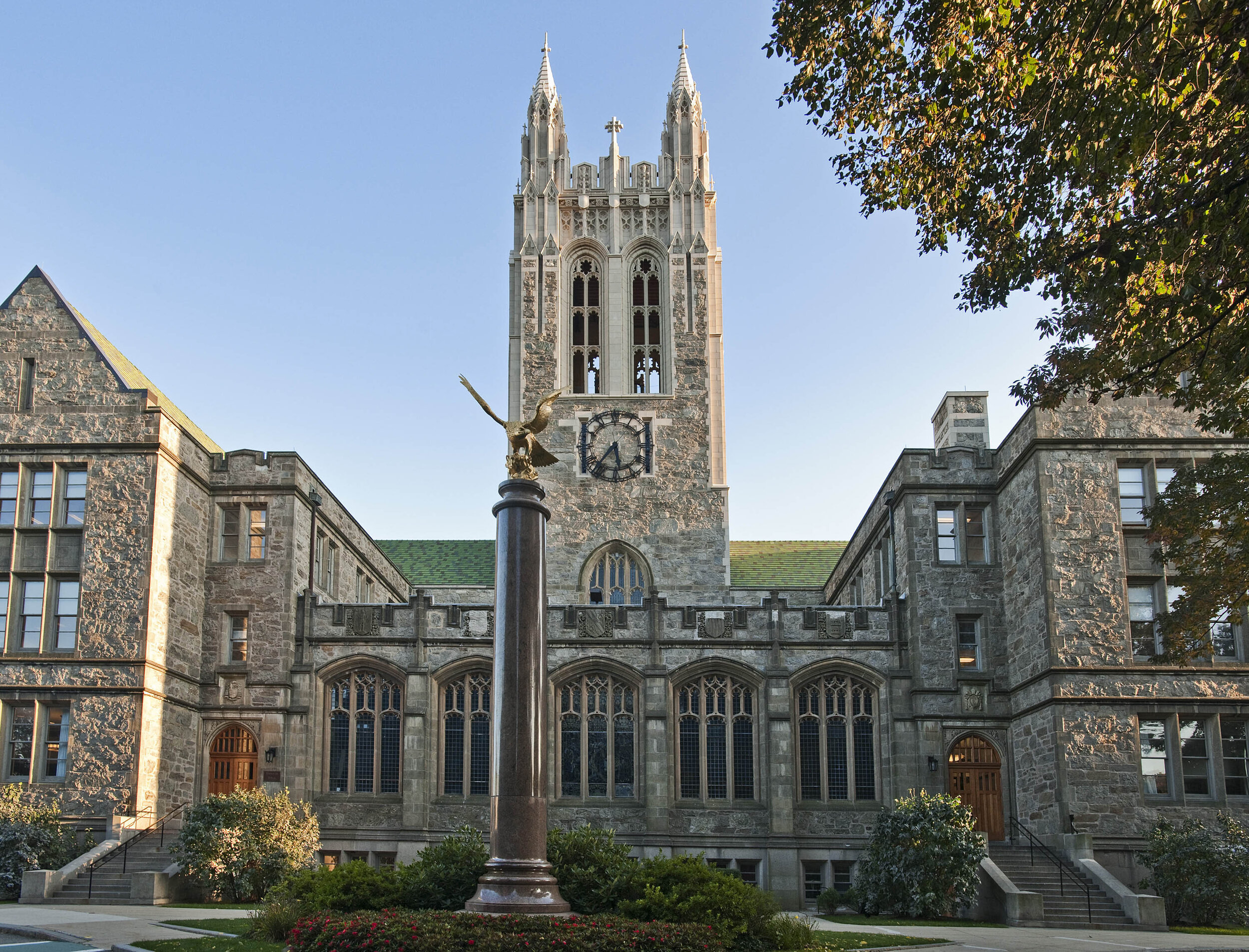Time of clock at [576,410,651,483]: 5:36
